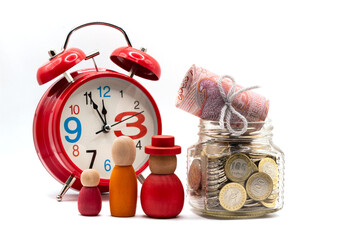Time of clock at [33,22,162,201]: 11:55
